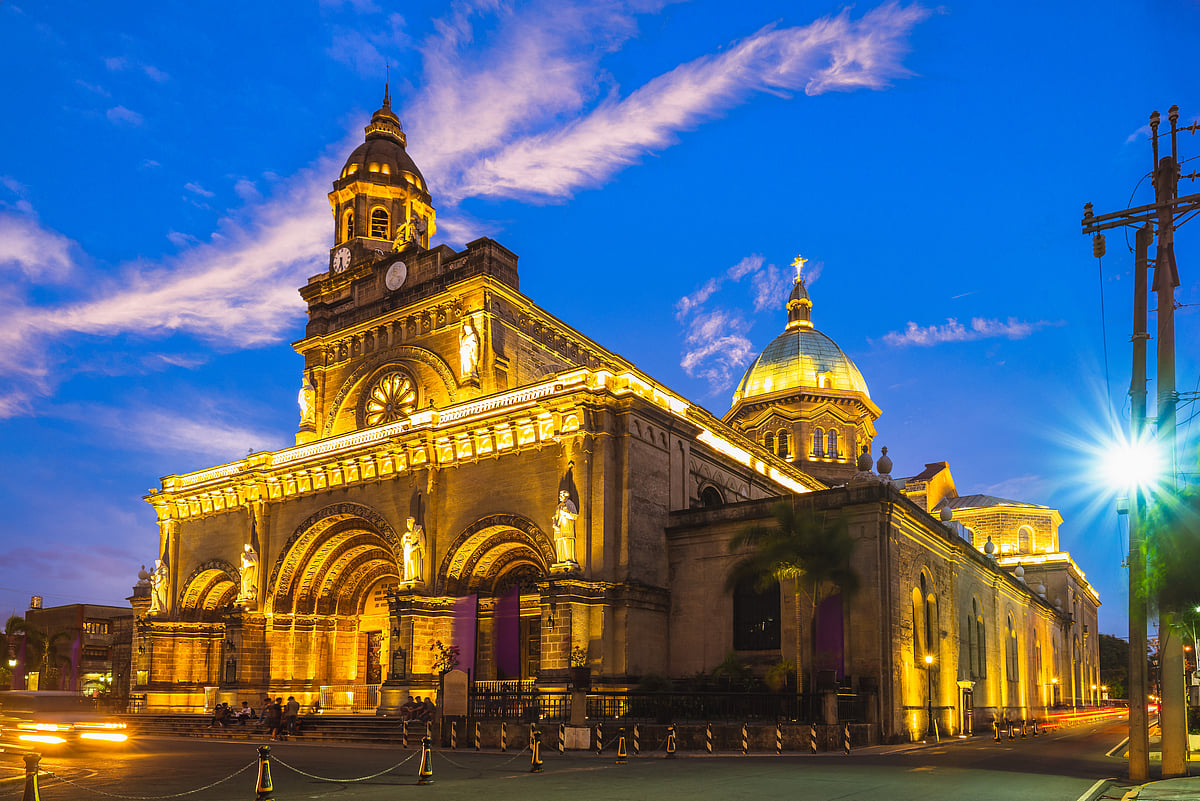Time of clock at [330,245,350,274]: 6:27
